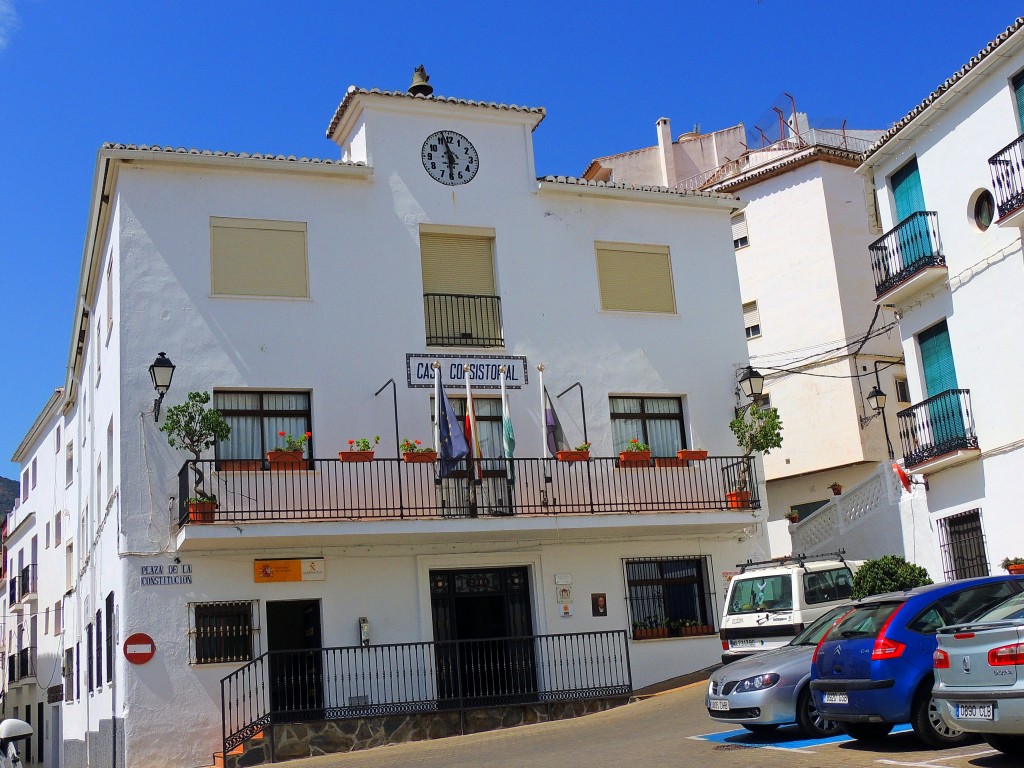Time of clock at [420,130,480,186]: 5:57
